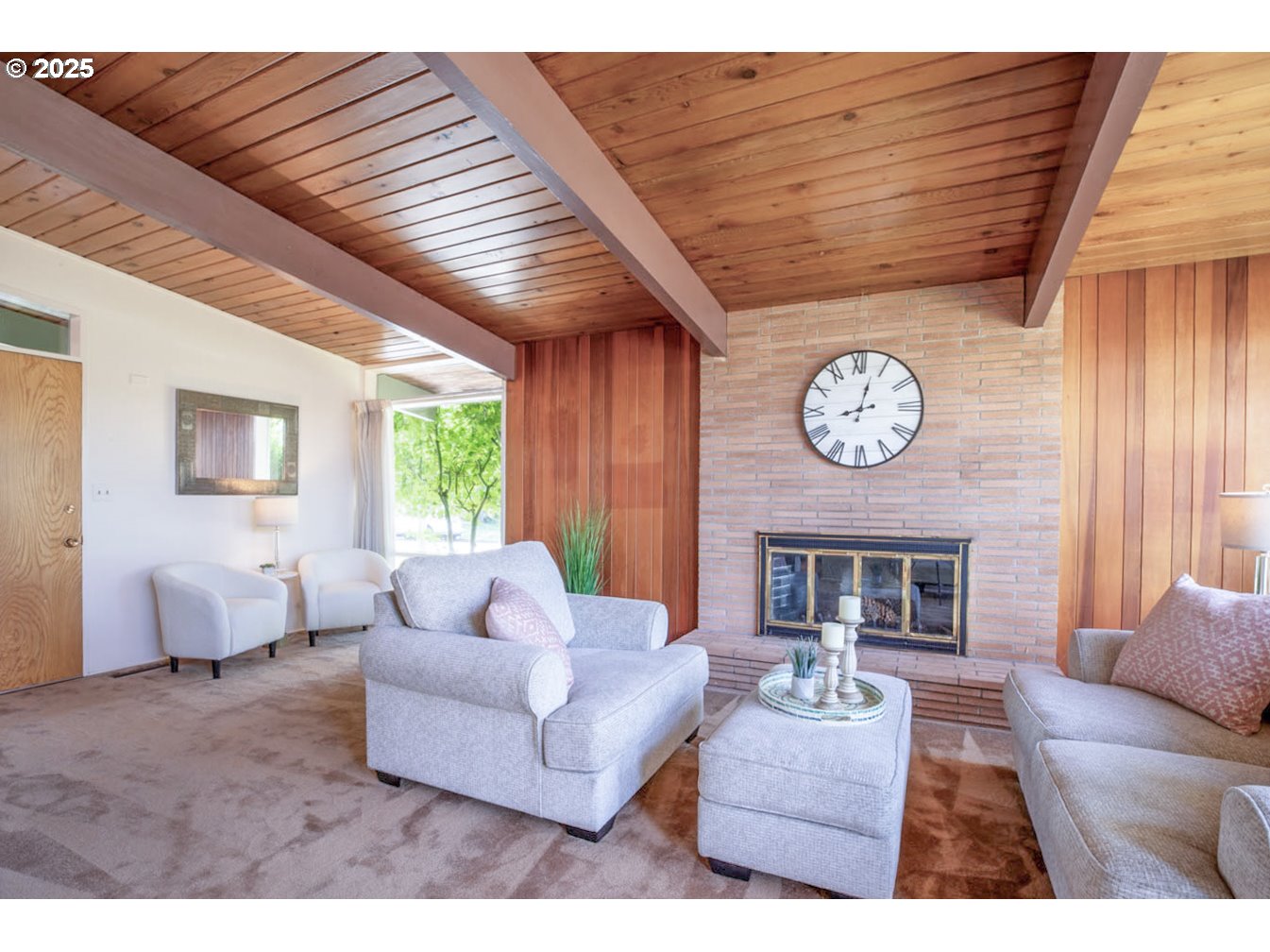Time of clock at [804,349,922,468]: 12:42
